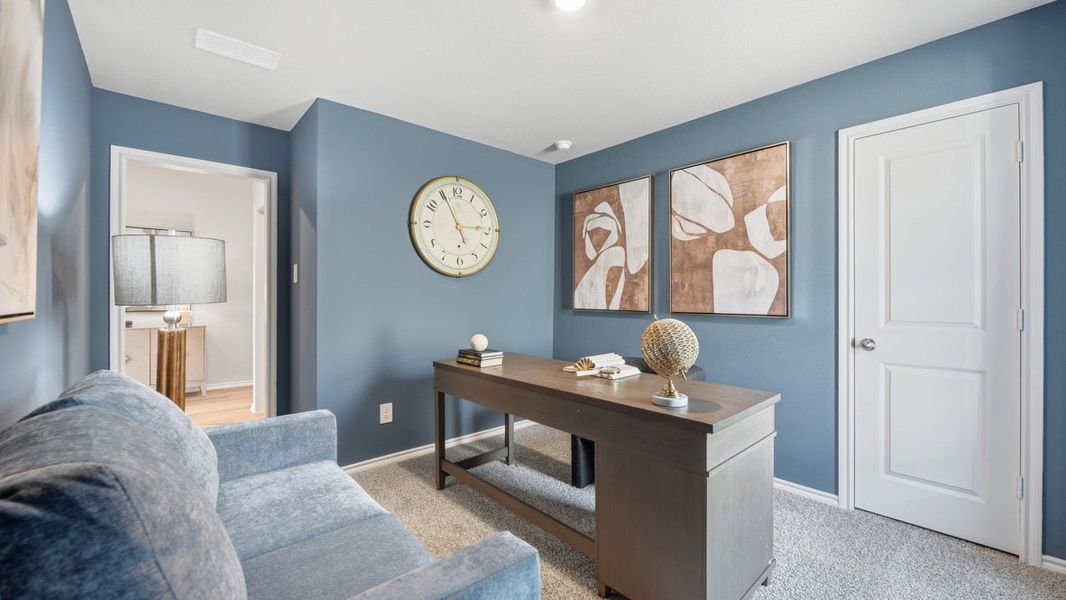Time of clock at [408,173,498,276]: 2:55
